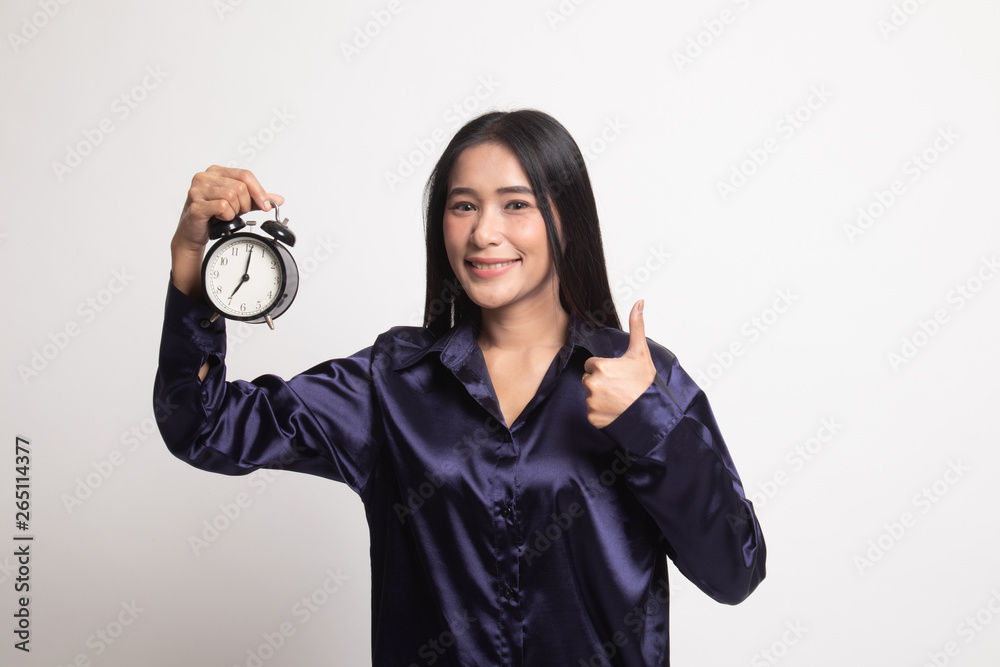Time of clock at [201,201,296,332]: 7:01
